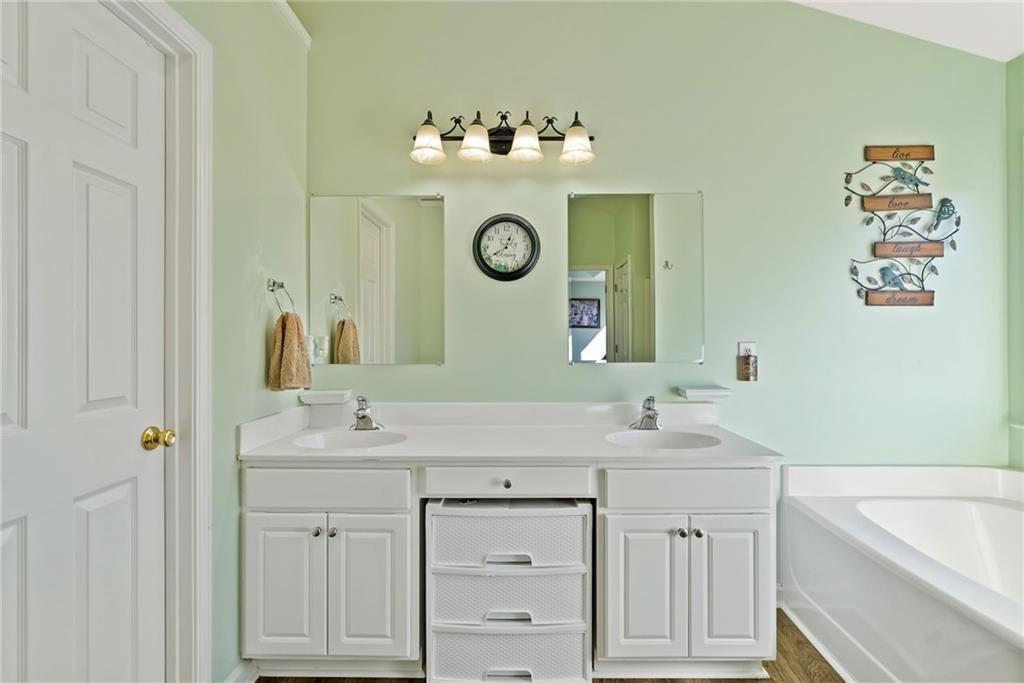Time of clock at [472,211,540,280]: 12:39
